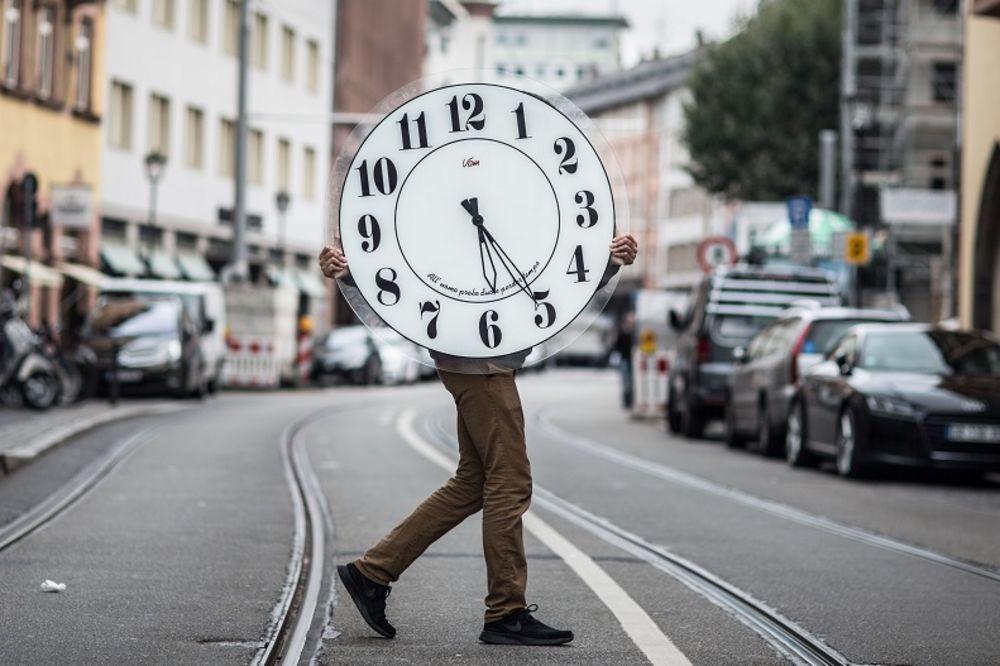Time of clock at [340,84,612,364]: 5:24
